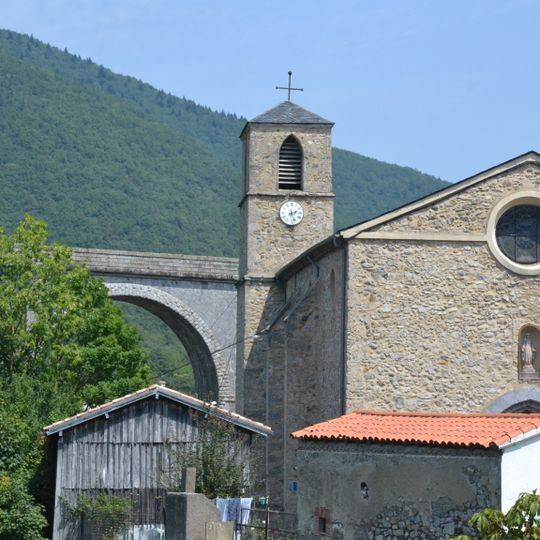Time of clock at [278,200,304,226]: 2:26
